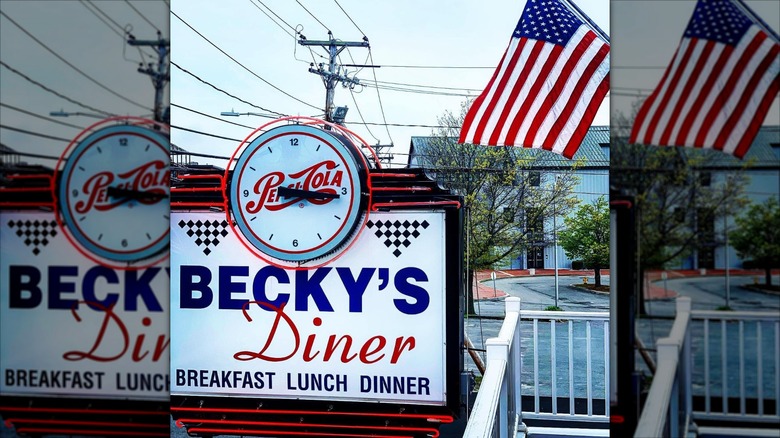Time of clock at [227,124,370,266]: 3:15
